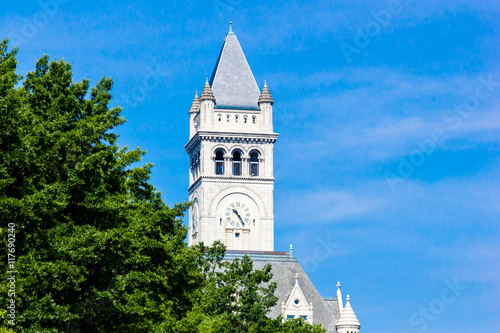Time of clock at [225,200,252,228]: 10:24
